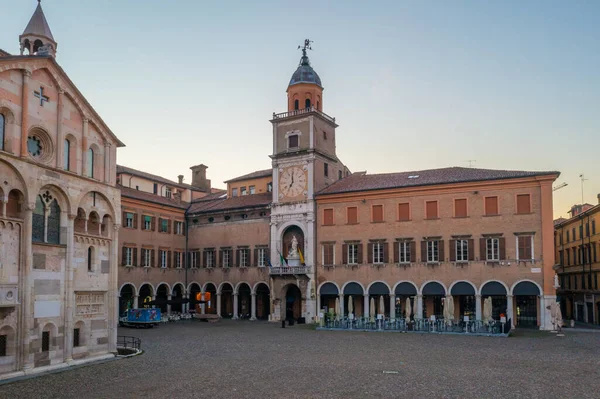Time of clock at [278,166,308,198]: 6:59
